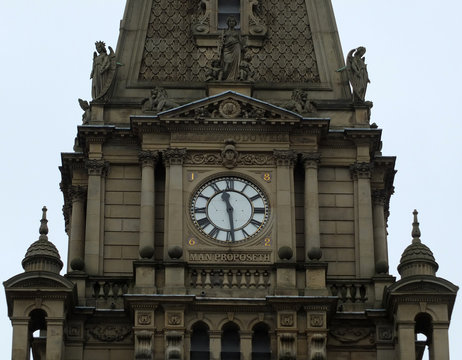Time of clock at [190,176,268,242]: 11:28
